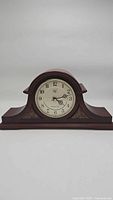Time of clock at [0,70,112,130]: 4:12
